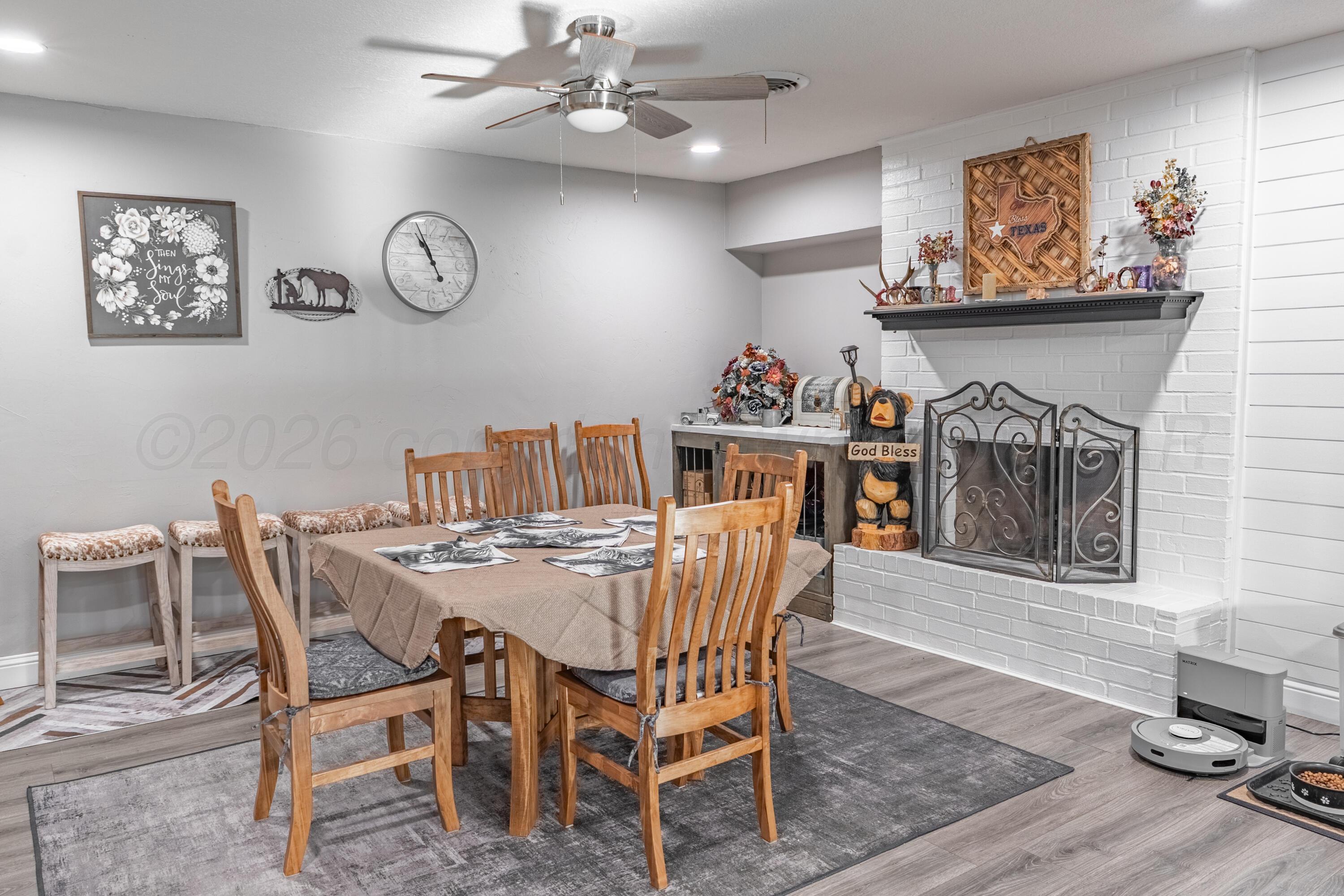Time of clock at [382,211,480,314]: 10:56
